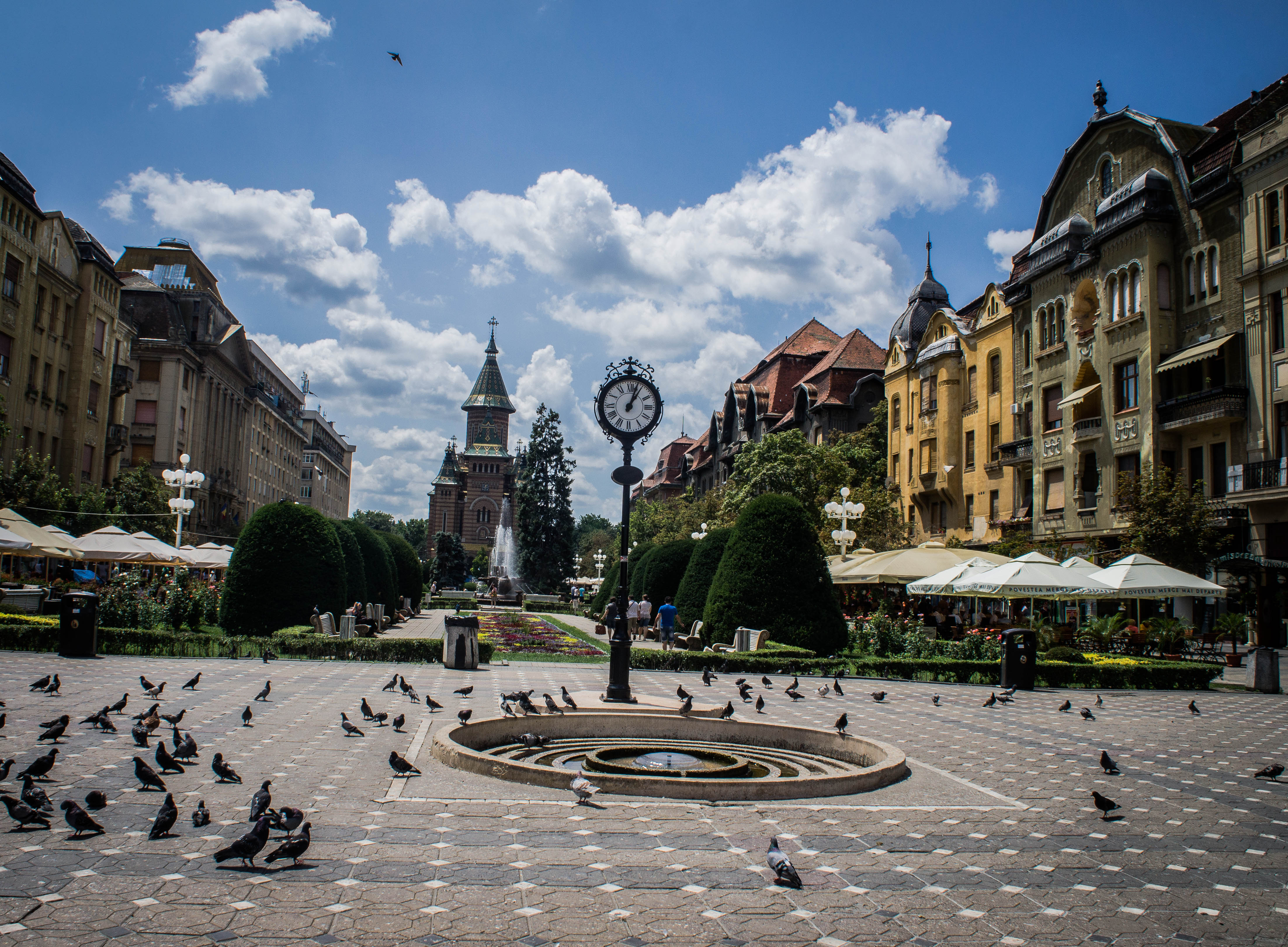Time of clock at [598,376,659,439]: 1:03
